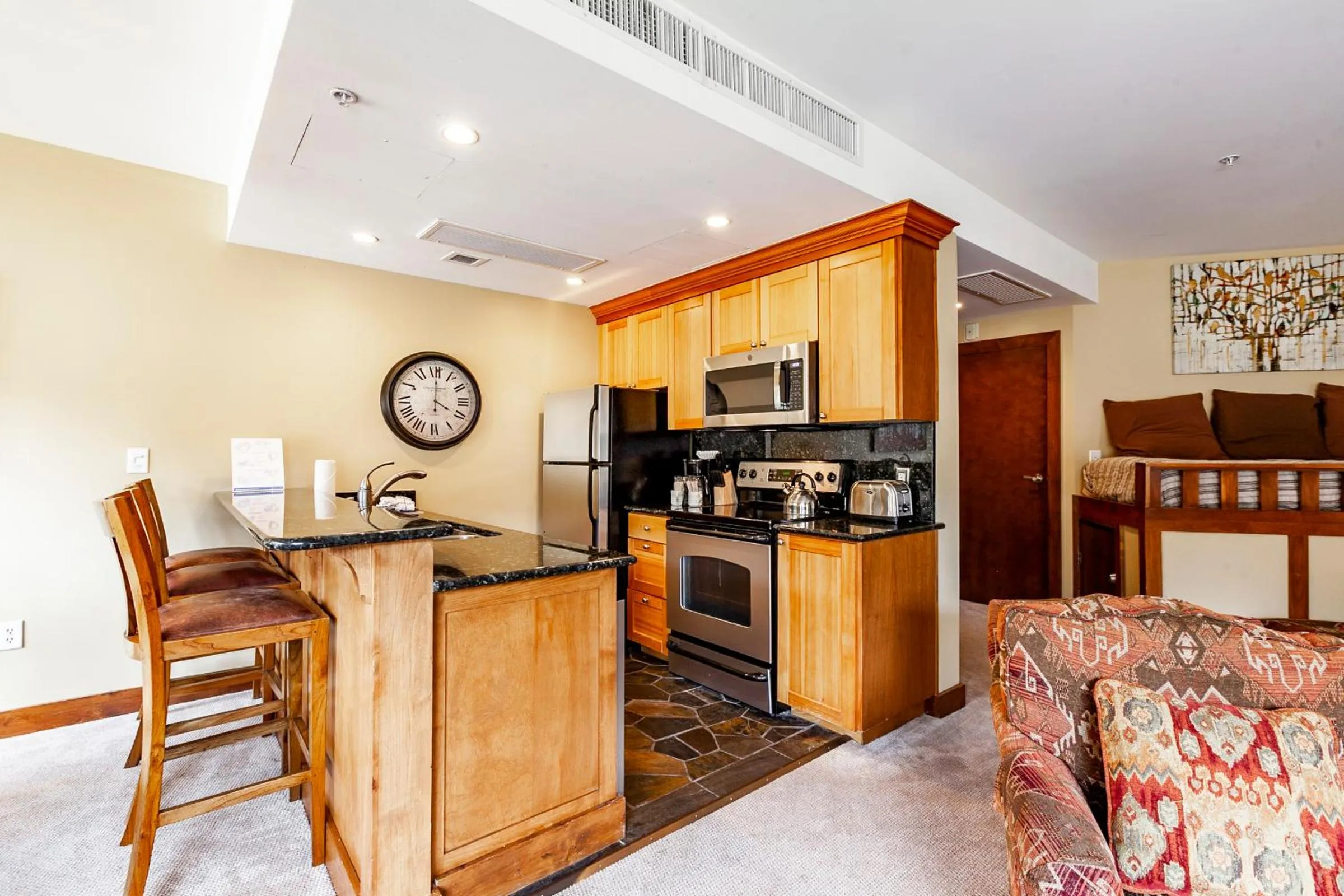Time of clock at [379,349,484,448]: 4:00
